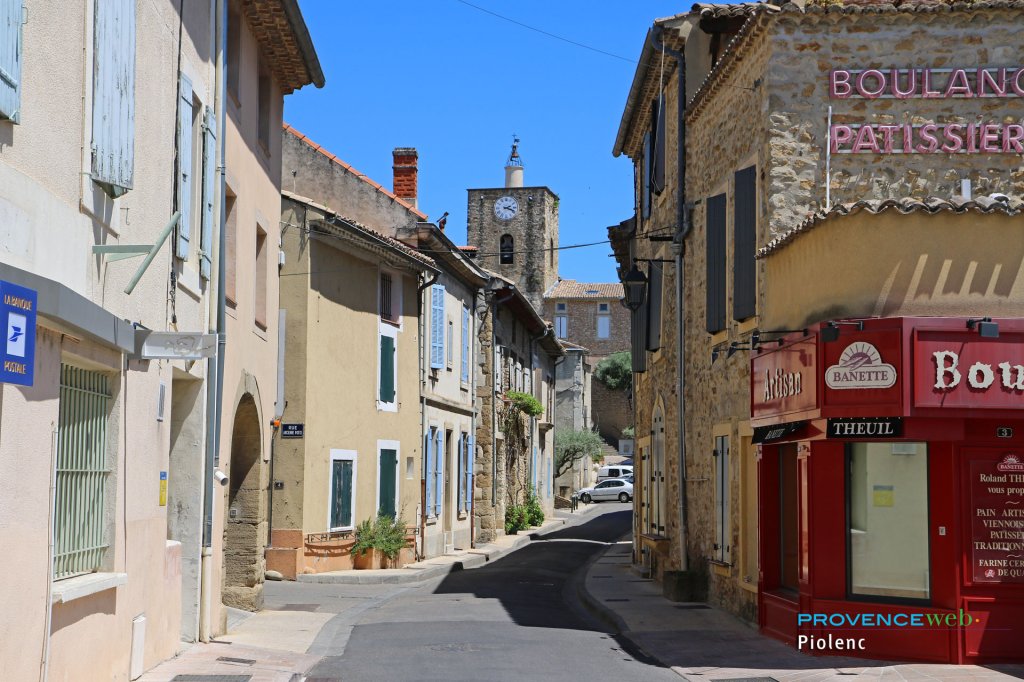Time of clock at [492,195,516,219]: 2:18
